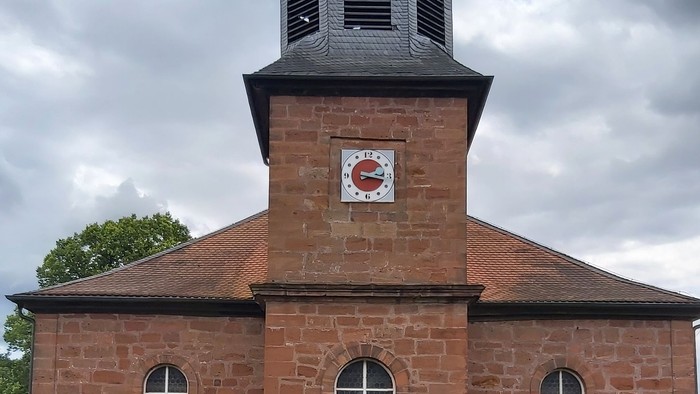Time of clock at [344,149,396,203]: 2:17
